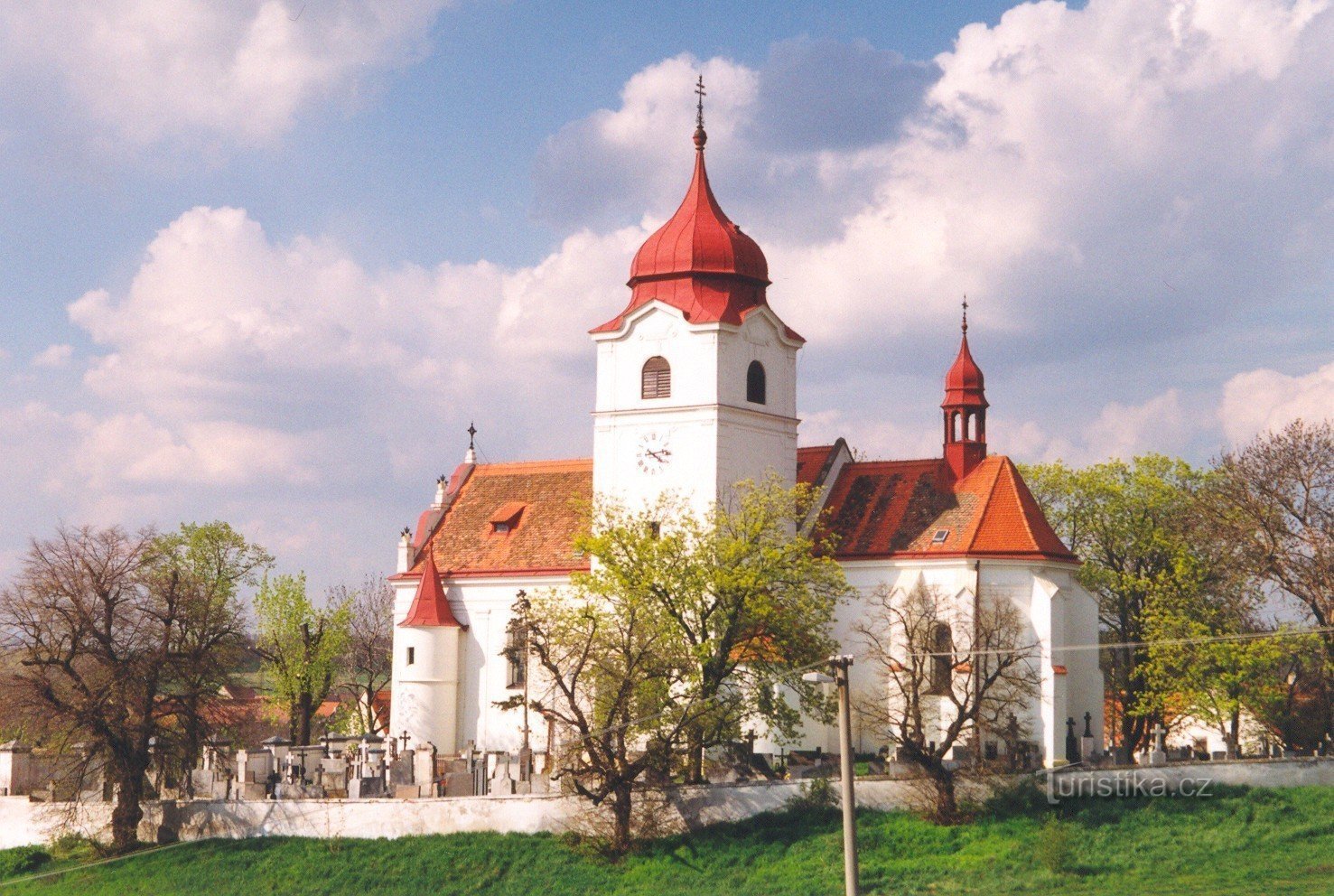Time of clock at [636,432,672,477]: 4:13
